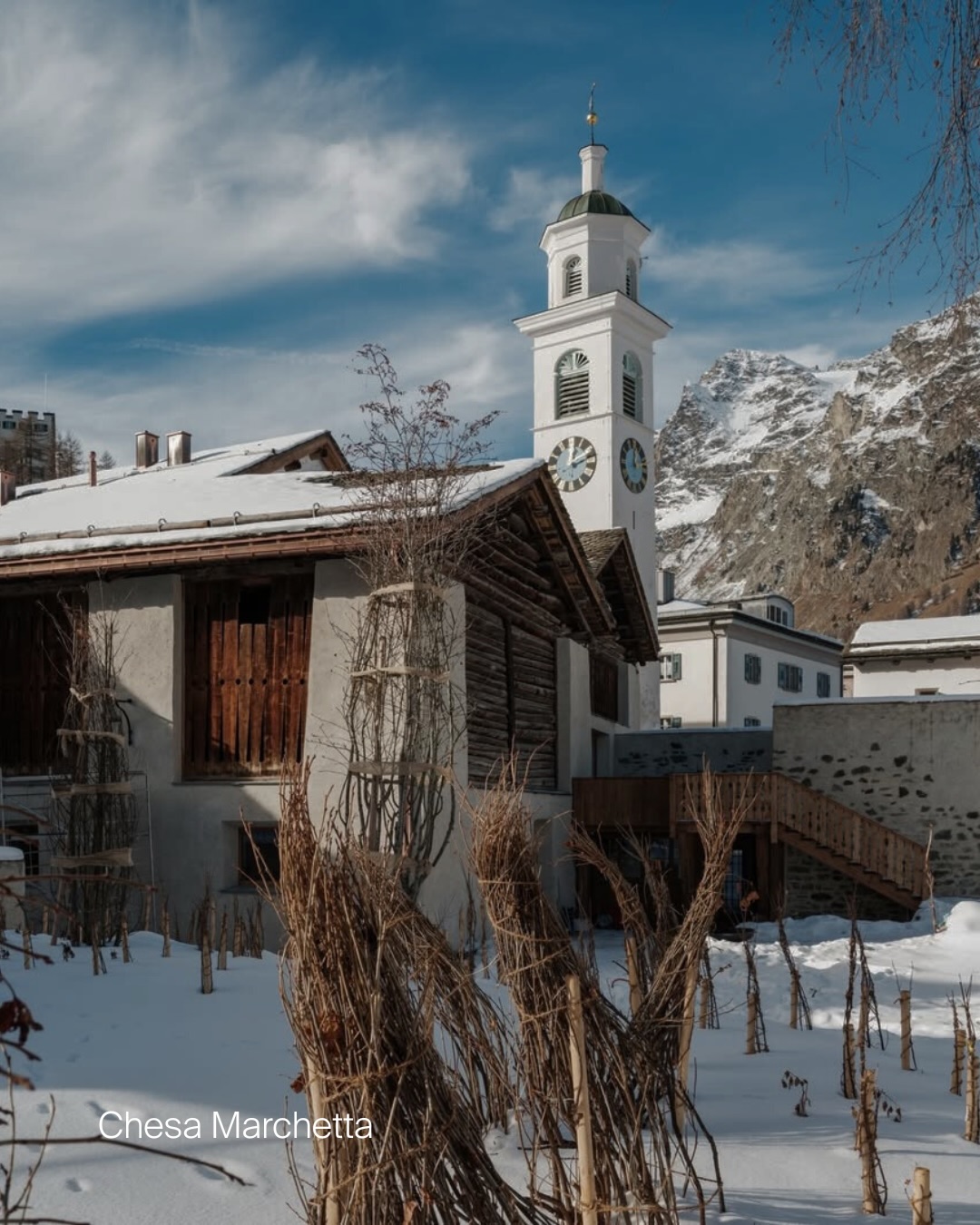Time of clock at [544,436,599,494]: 12:11
